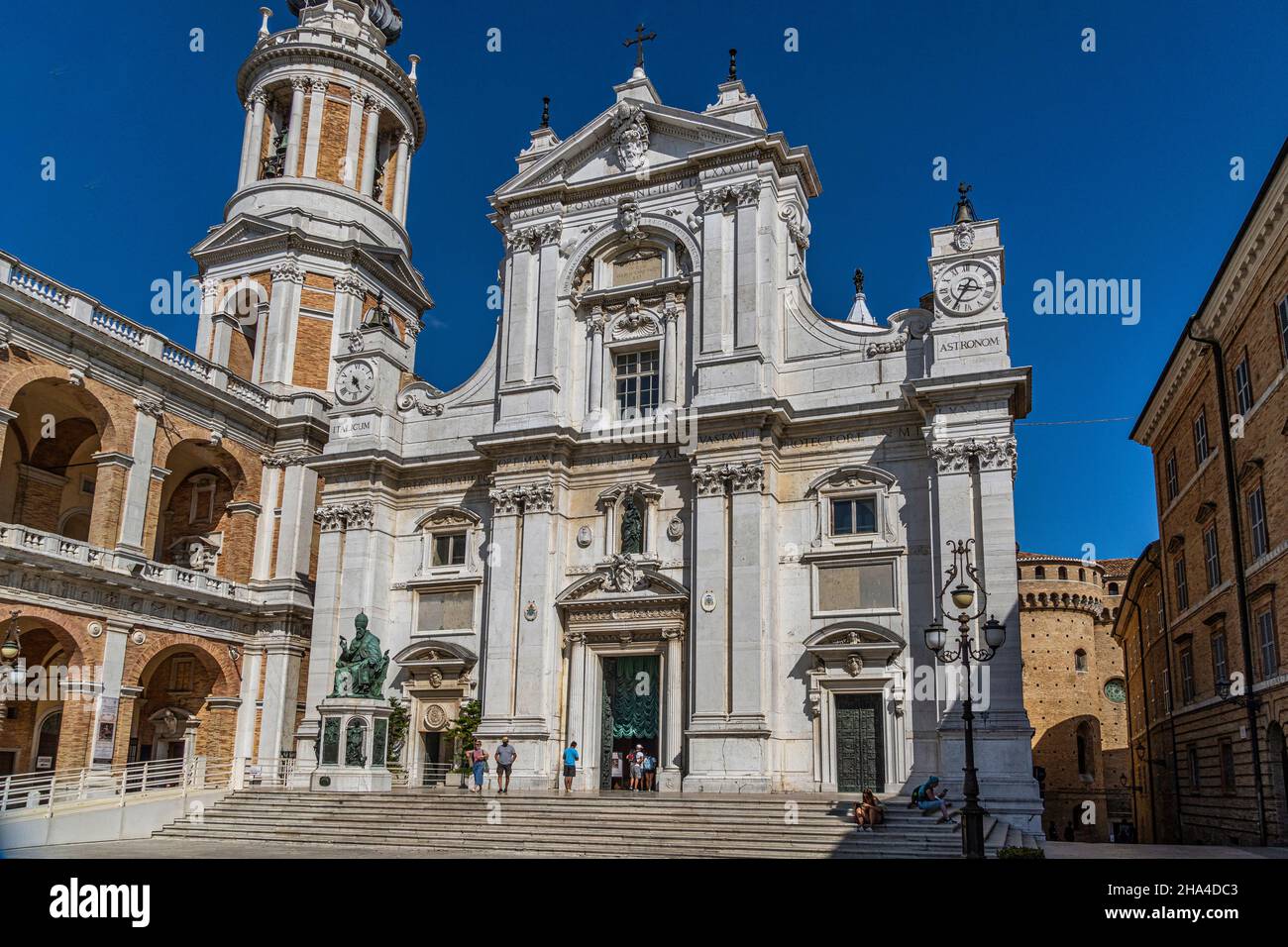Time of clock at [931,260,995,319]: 3:35
